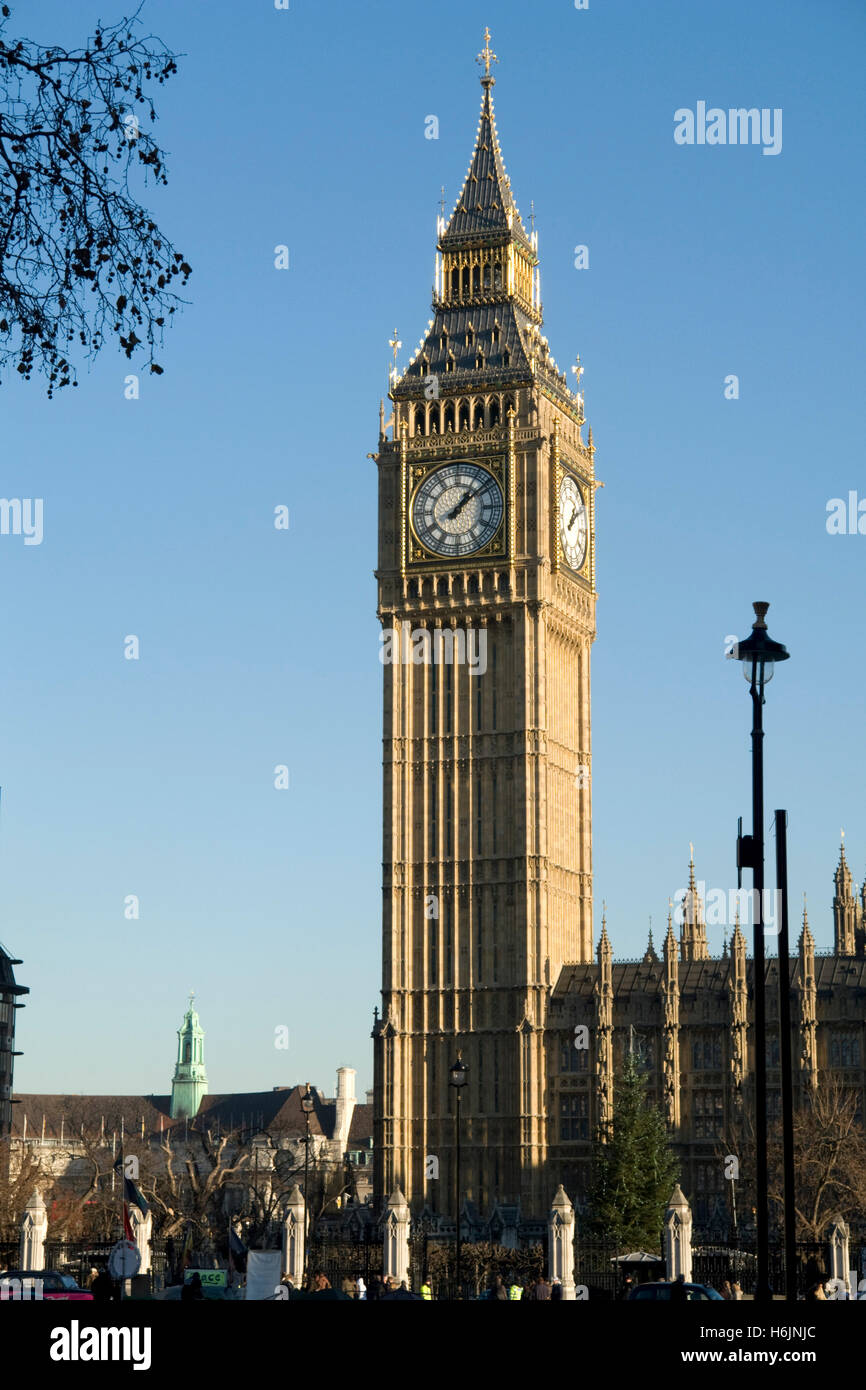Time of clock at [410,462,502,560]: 1:08
